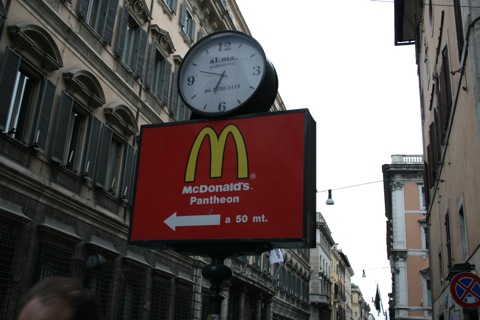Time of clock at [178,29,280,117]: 6:48
